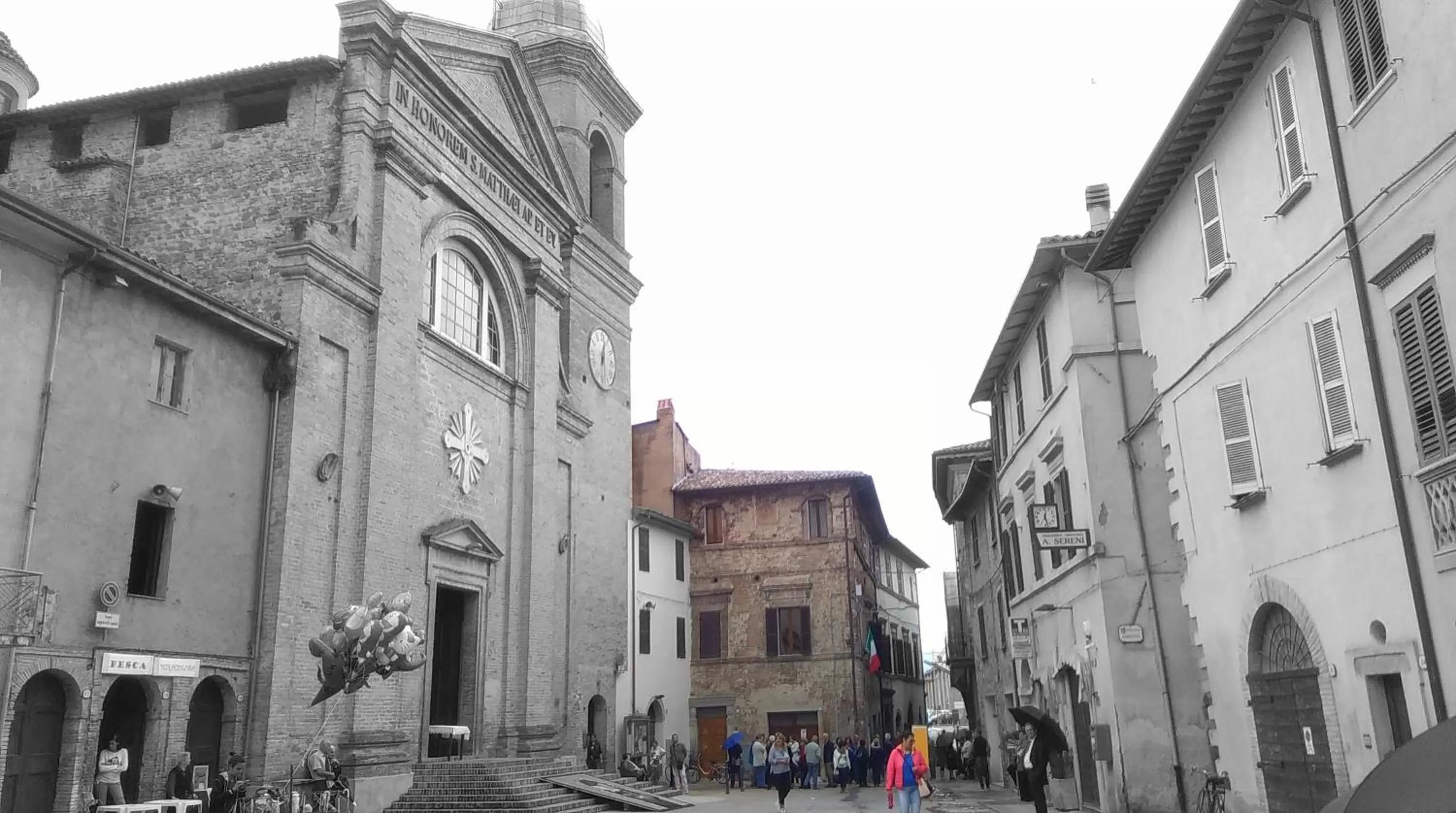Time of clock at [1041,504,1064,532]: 12:27
